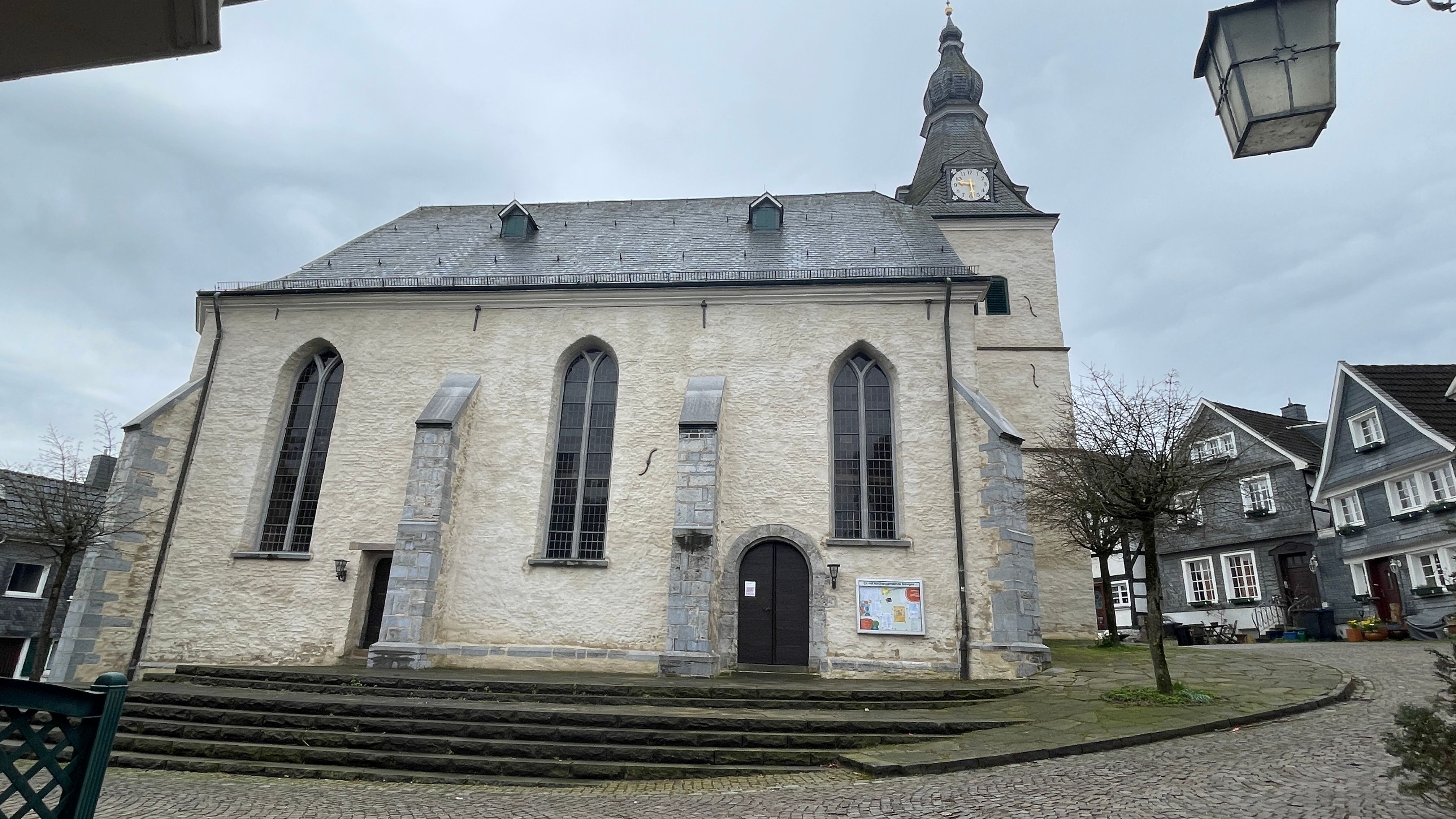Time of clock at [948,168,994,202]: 9:28
